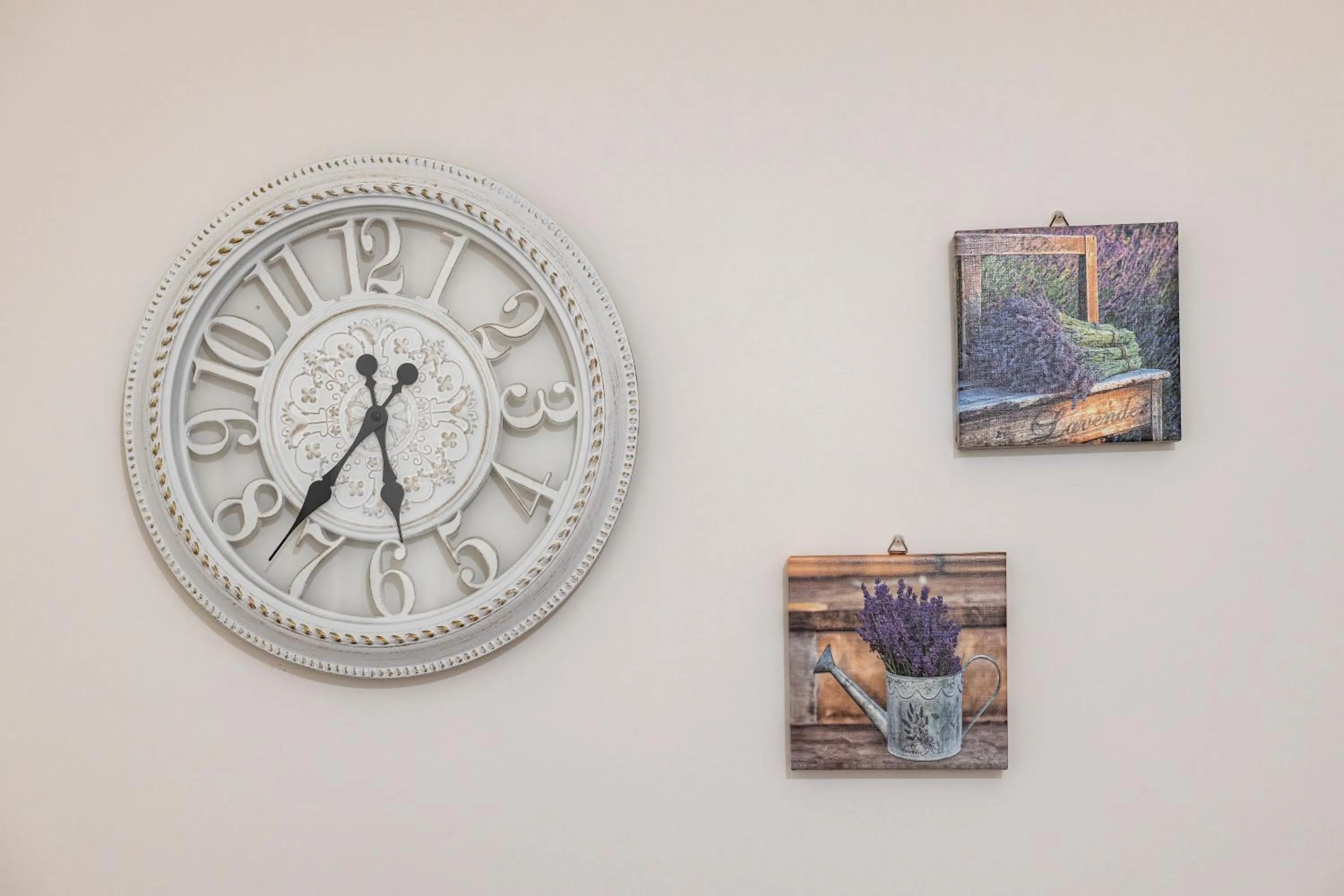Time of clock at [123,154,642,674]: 5:37
